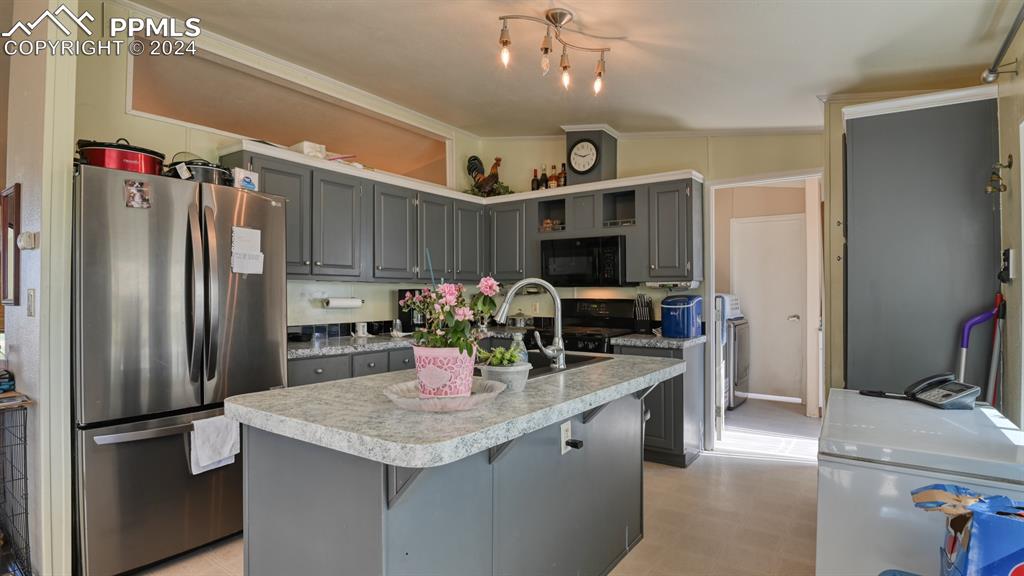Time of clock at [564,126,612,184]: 2:48
